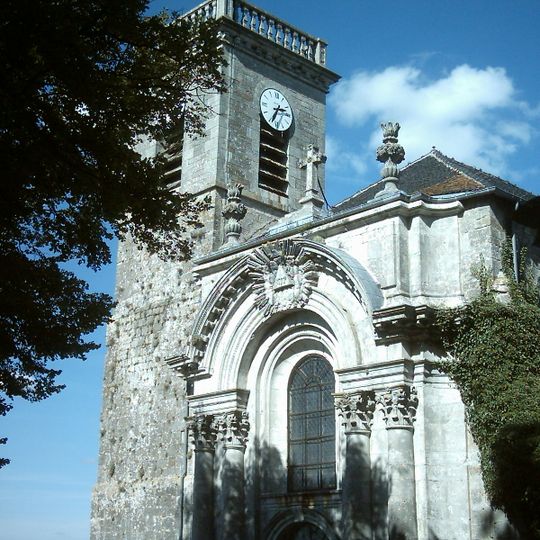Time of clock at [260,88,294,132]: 2:34
